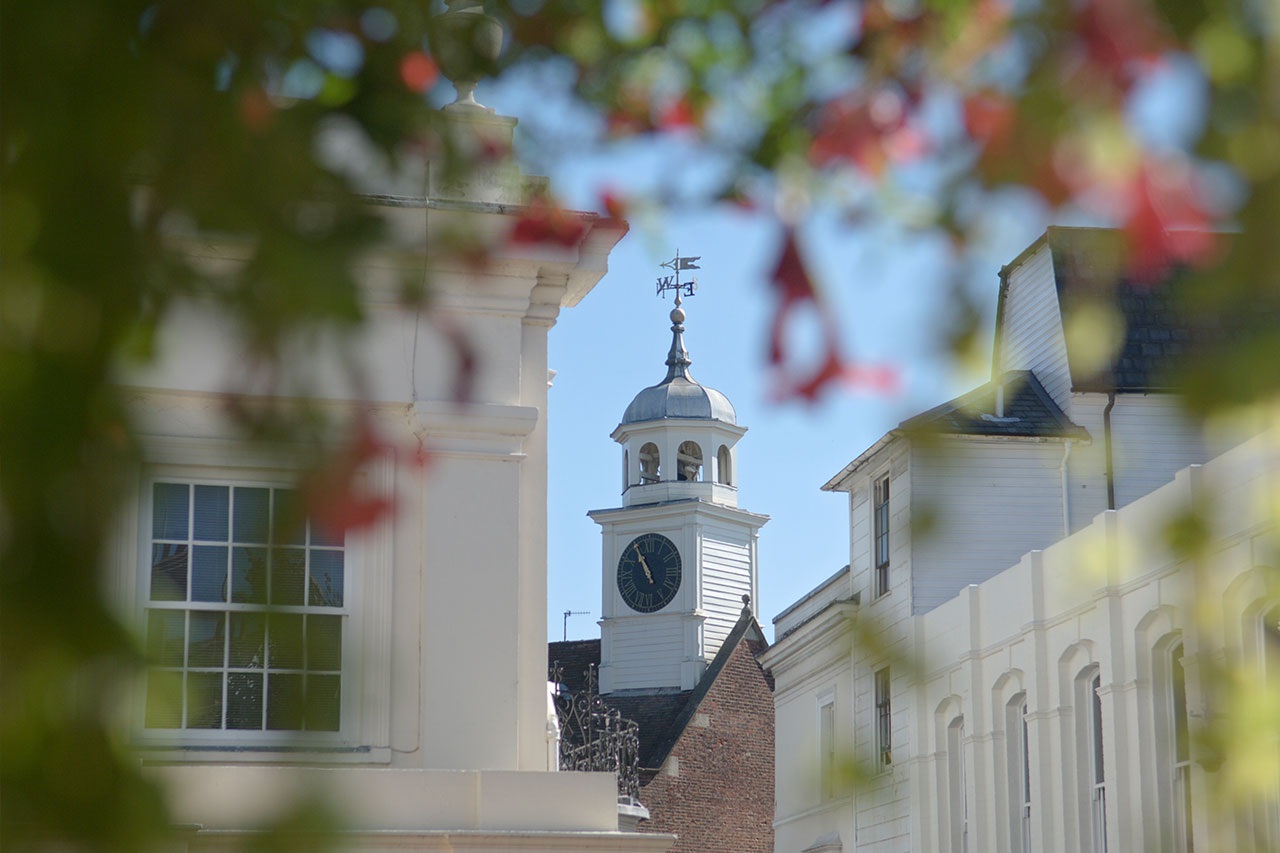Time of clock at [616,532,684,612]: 10:54
